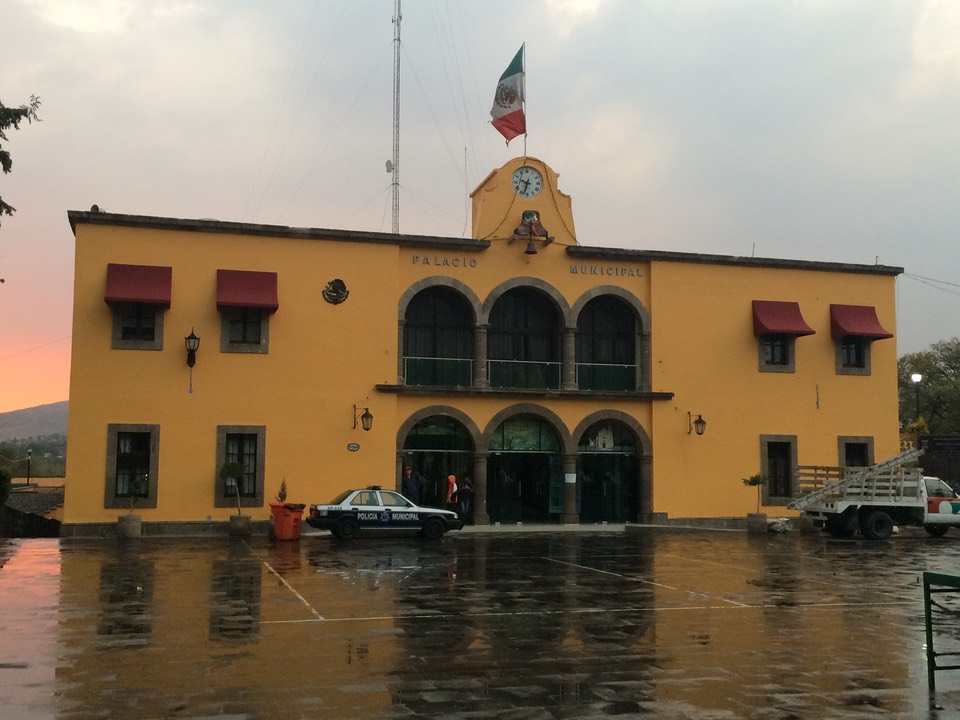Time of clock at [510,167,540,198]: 9:33
